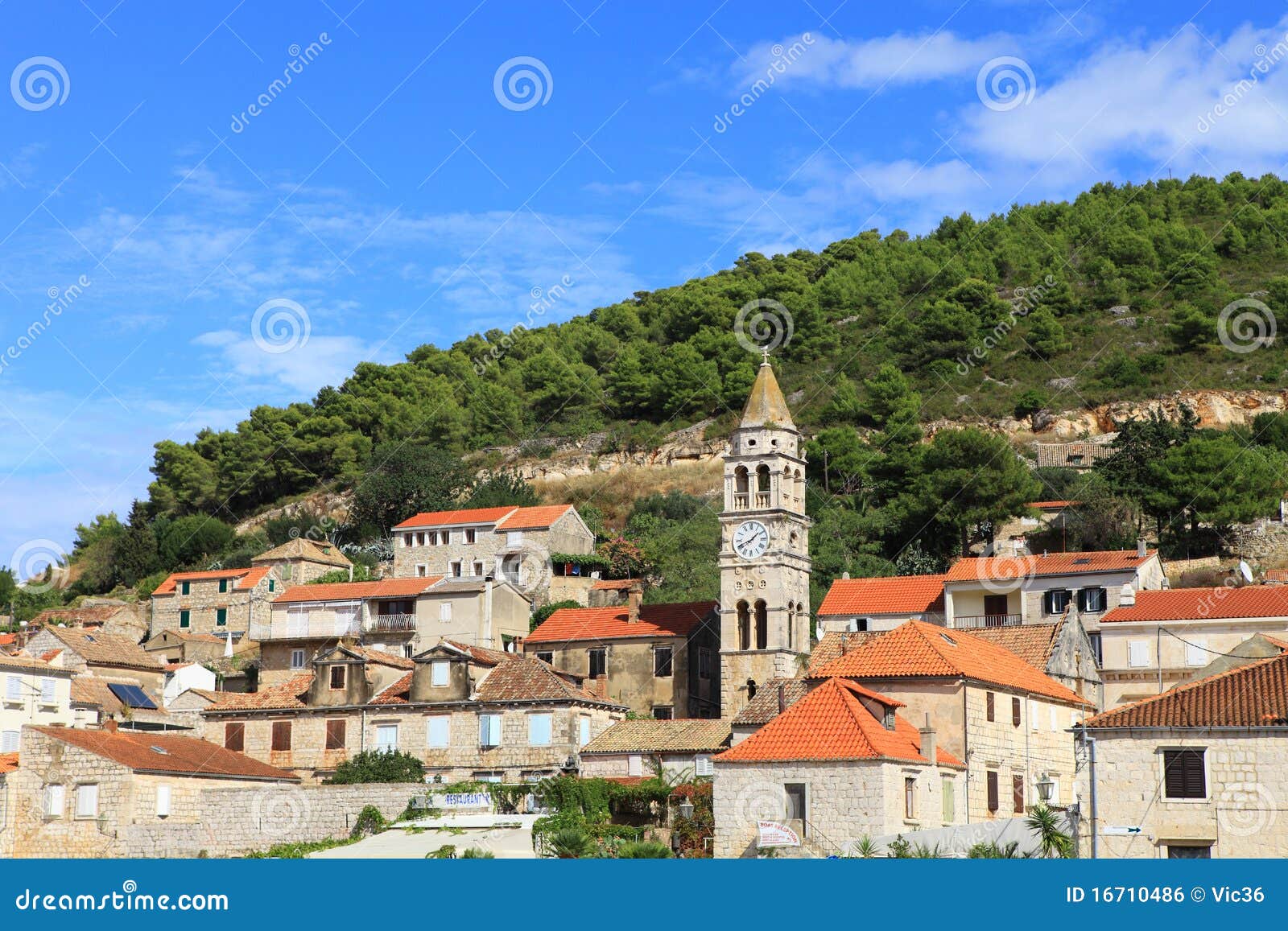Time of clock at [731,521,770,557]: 1:41
